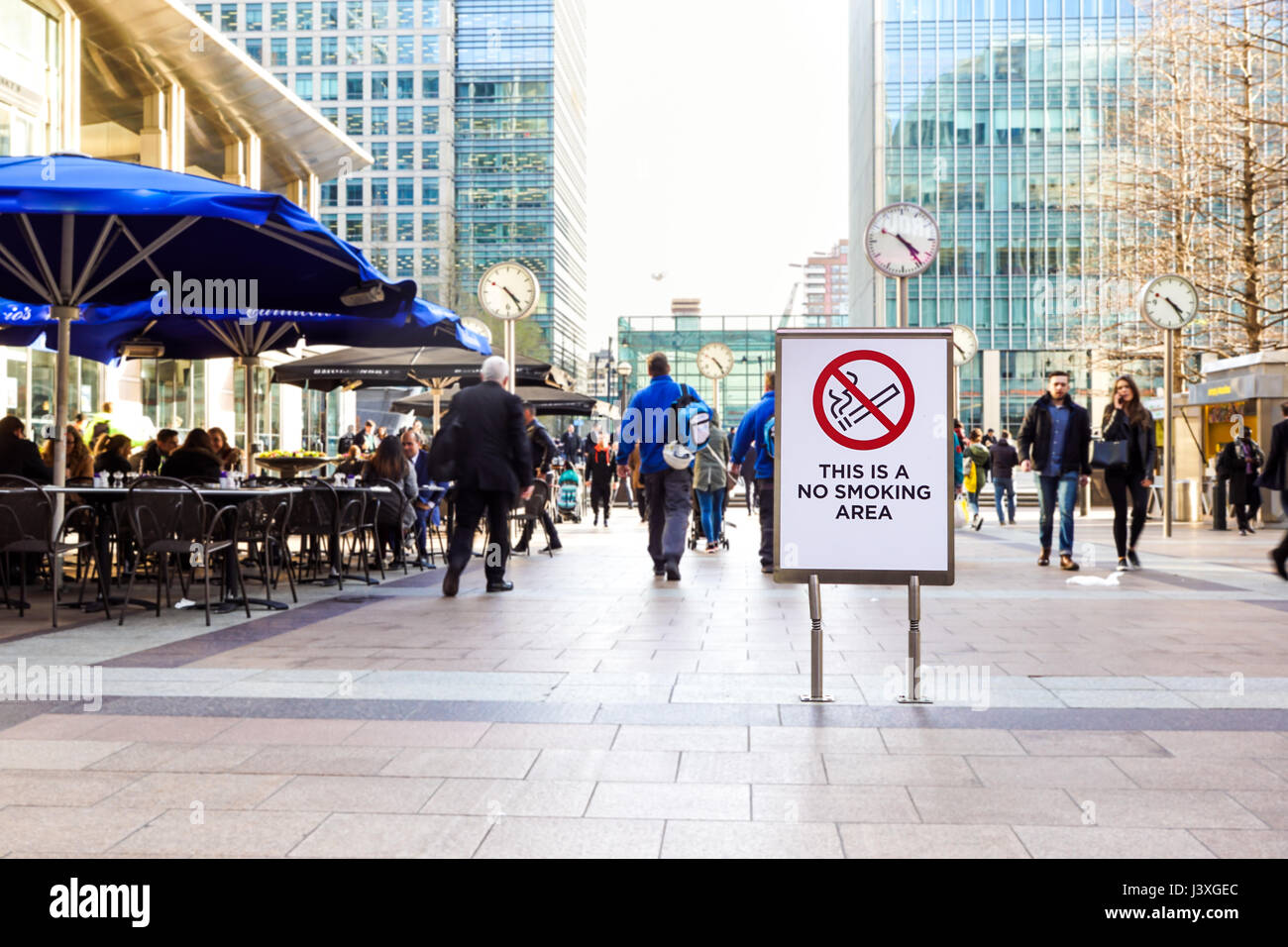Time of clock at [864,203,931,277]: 4:24
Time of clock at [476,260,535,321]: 4:23
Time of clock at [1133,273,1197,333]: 4:23
